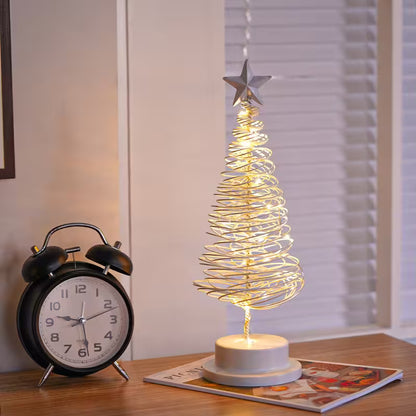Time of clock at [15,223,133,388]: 9:28
